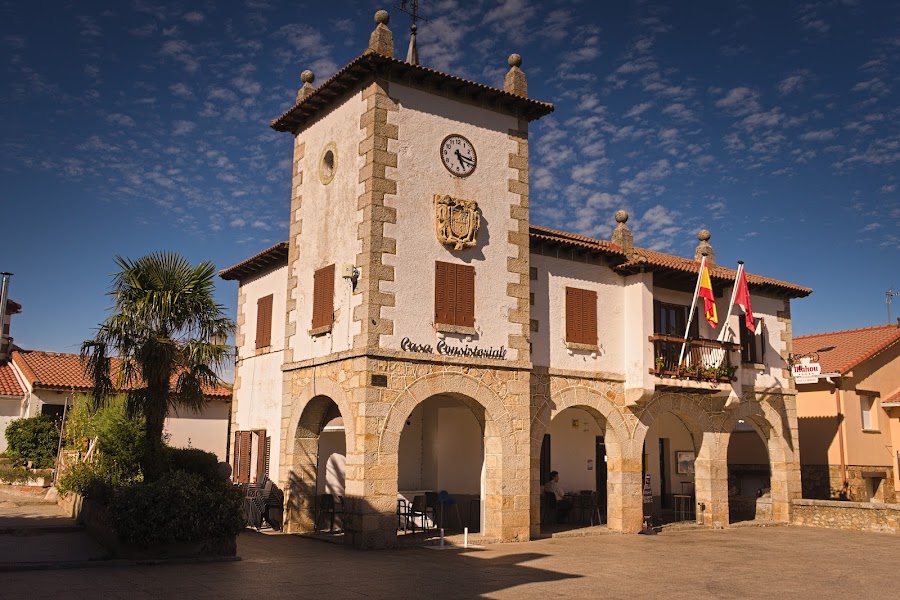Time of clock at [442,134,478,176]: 5:16
